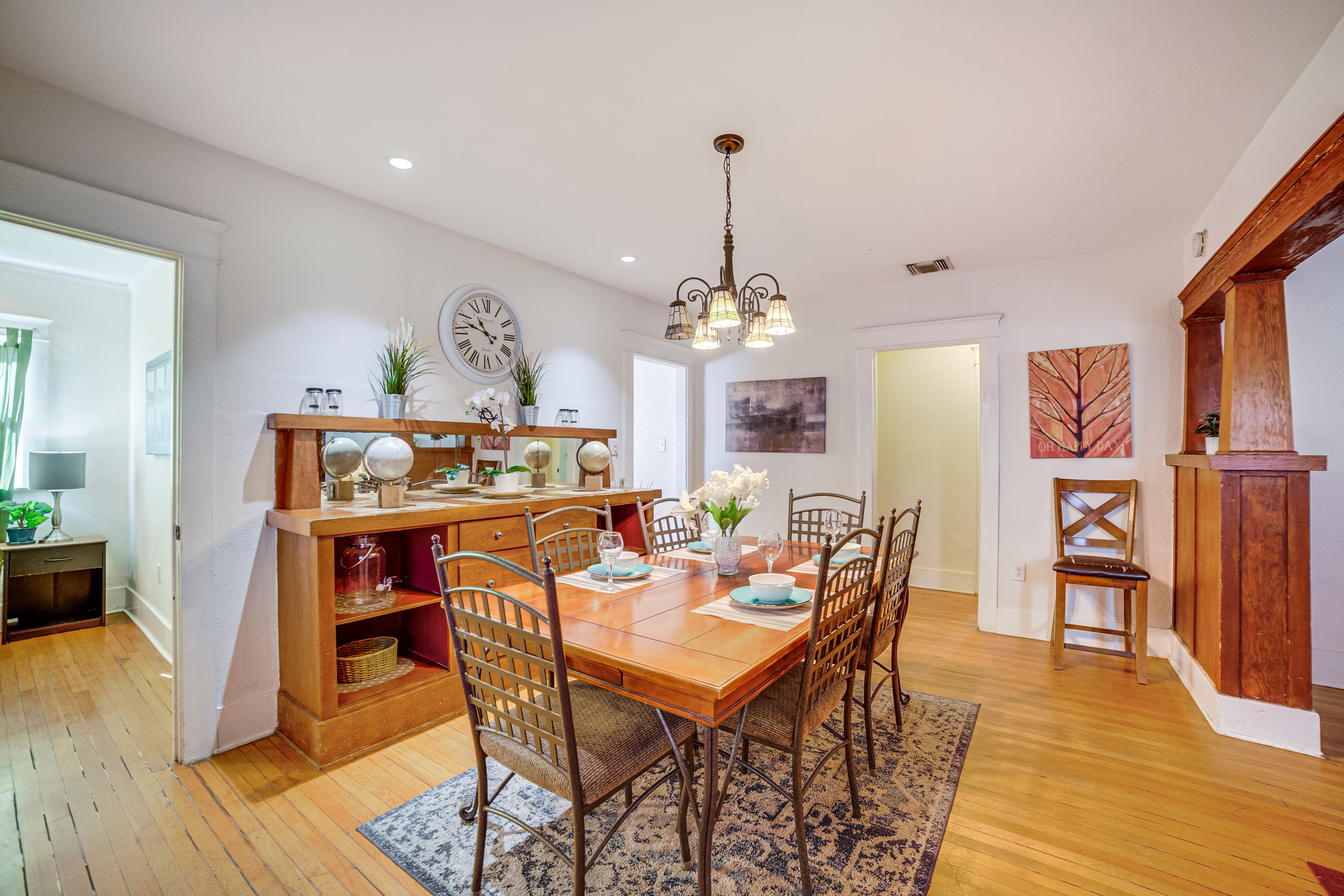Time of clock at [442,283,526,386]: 10:48
